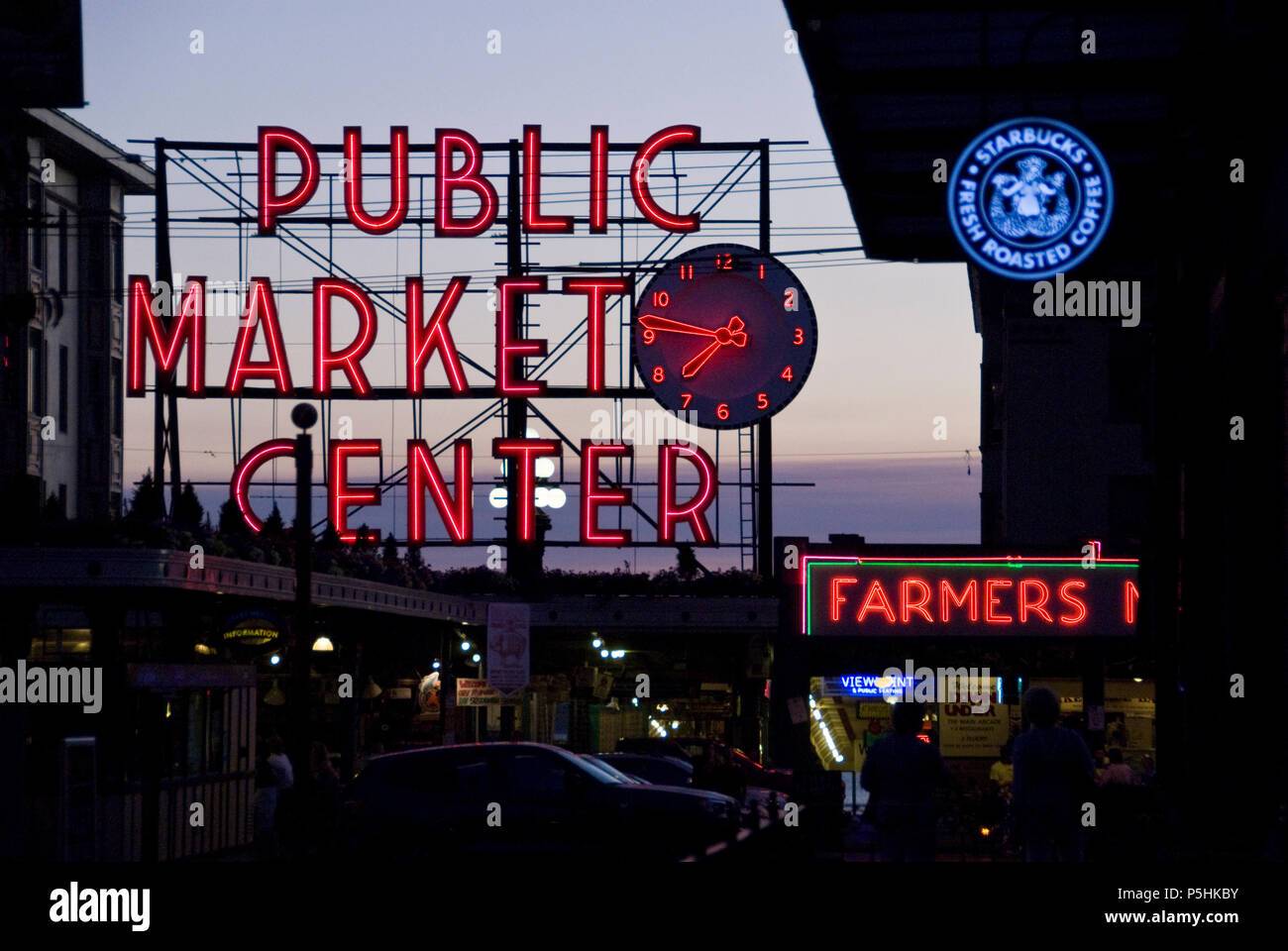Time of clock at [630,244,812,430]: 7:46
